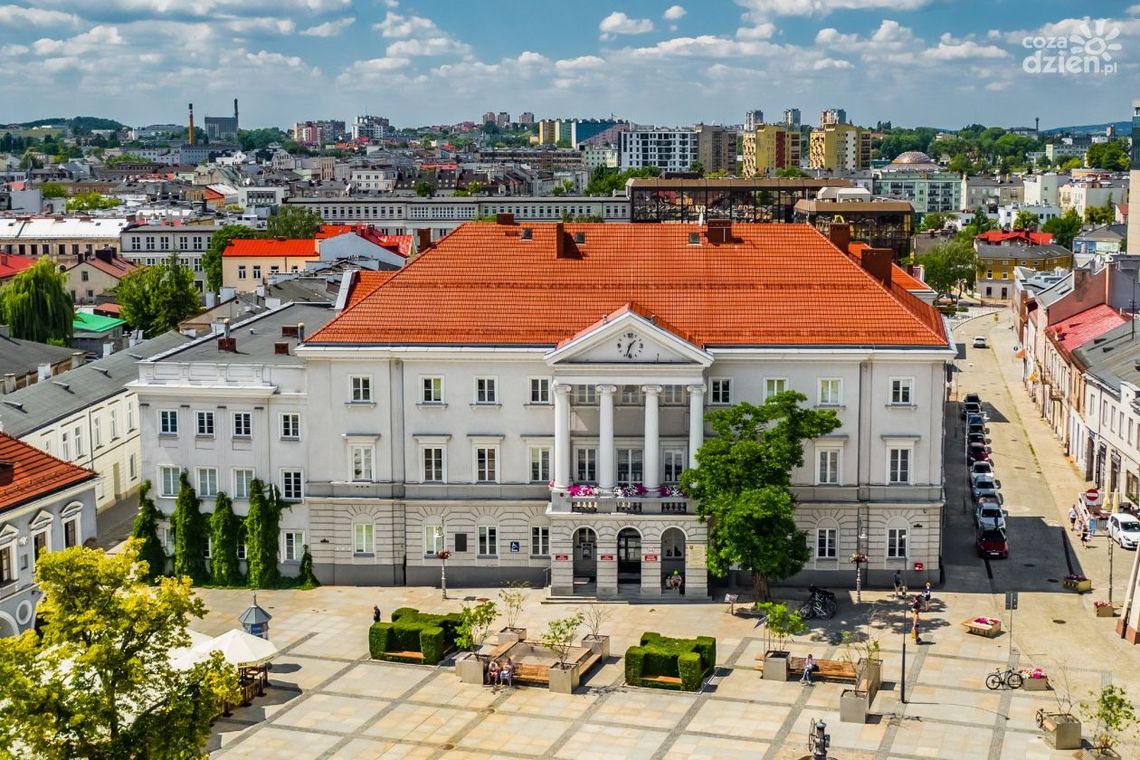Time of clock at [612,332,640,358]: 1:33
